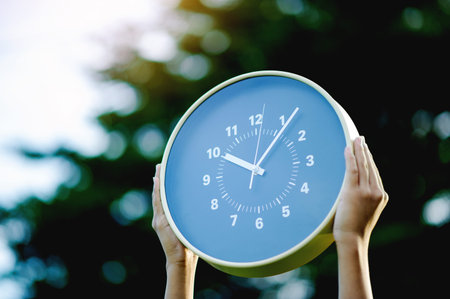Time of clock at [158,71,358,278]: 10:06
